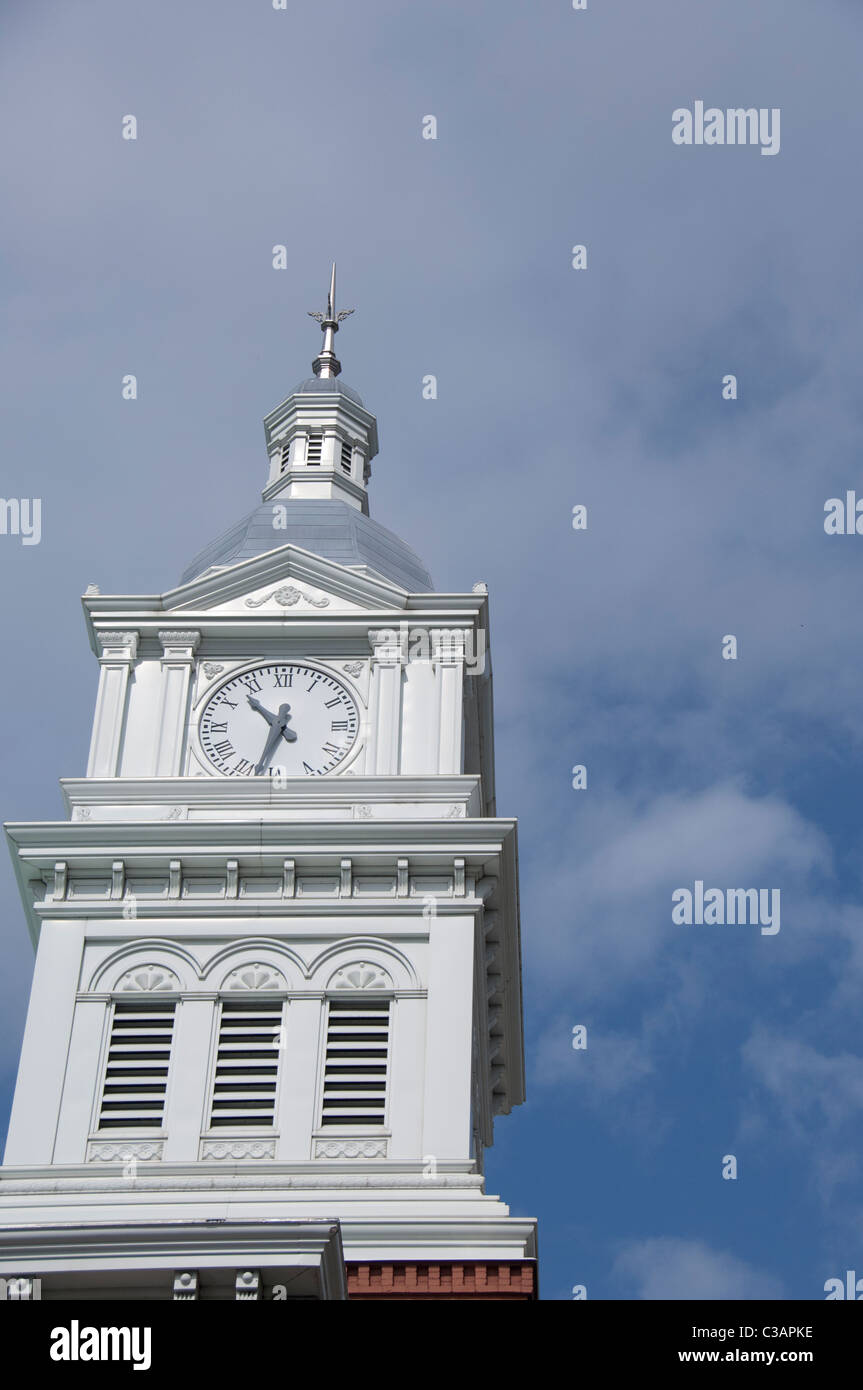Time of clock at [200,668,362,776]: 10:32
